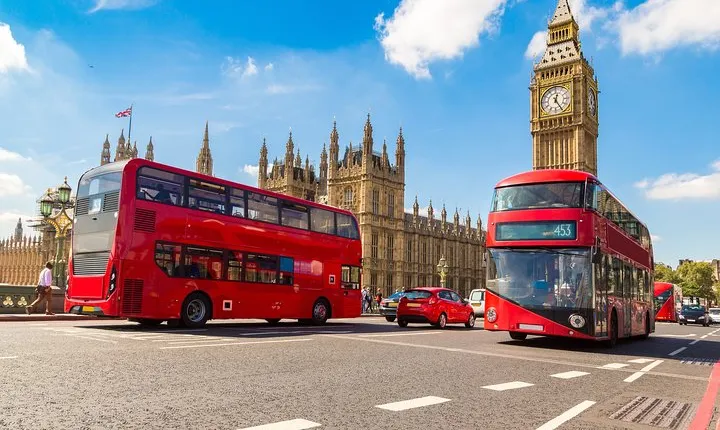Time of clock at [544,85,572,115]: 12:24
